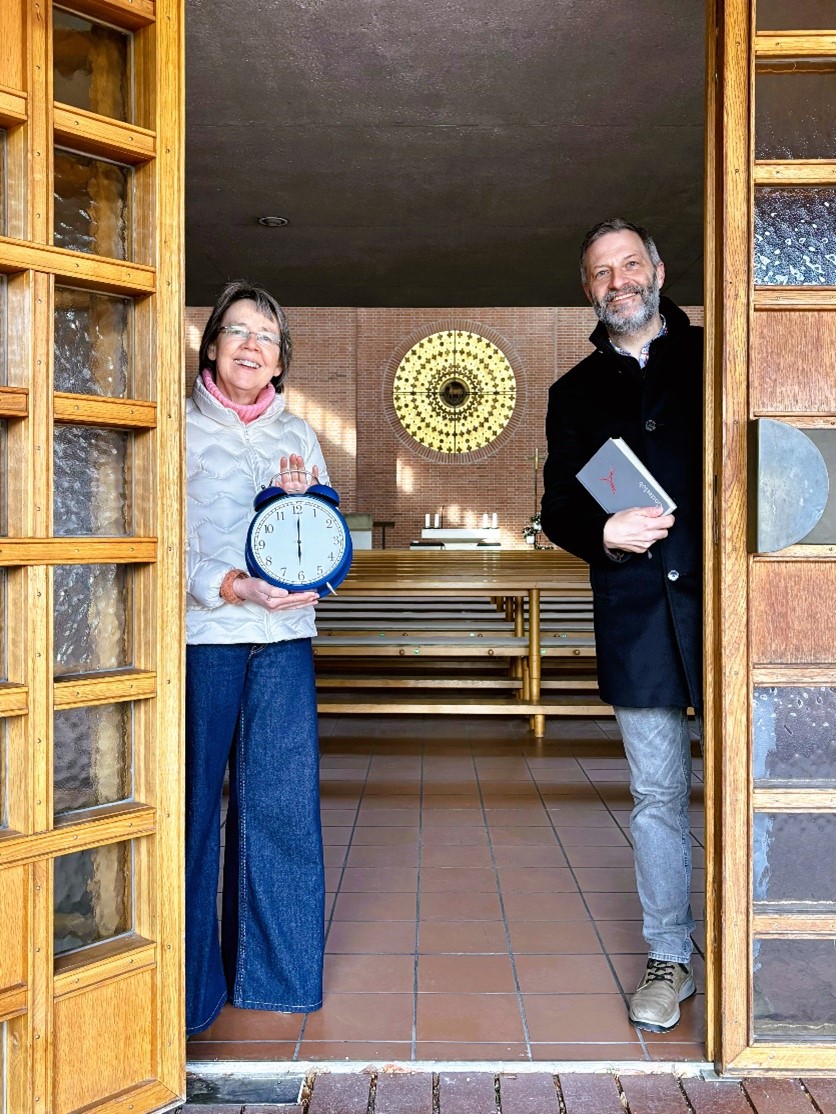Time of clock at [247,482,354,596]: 6:00
